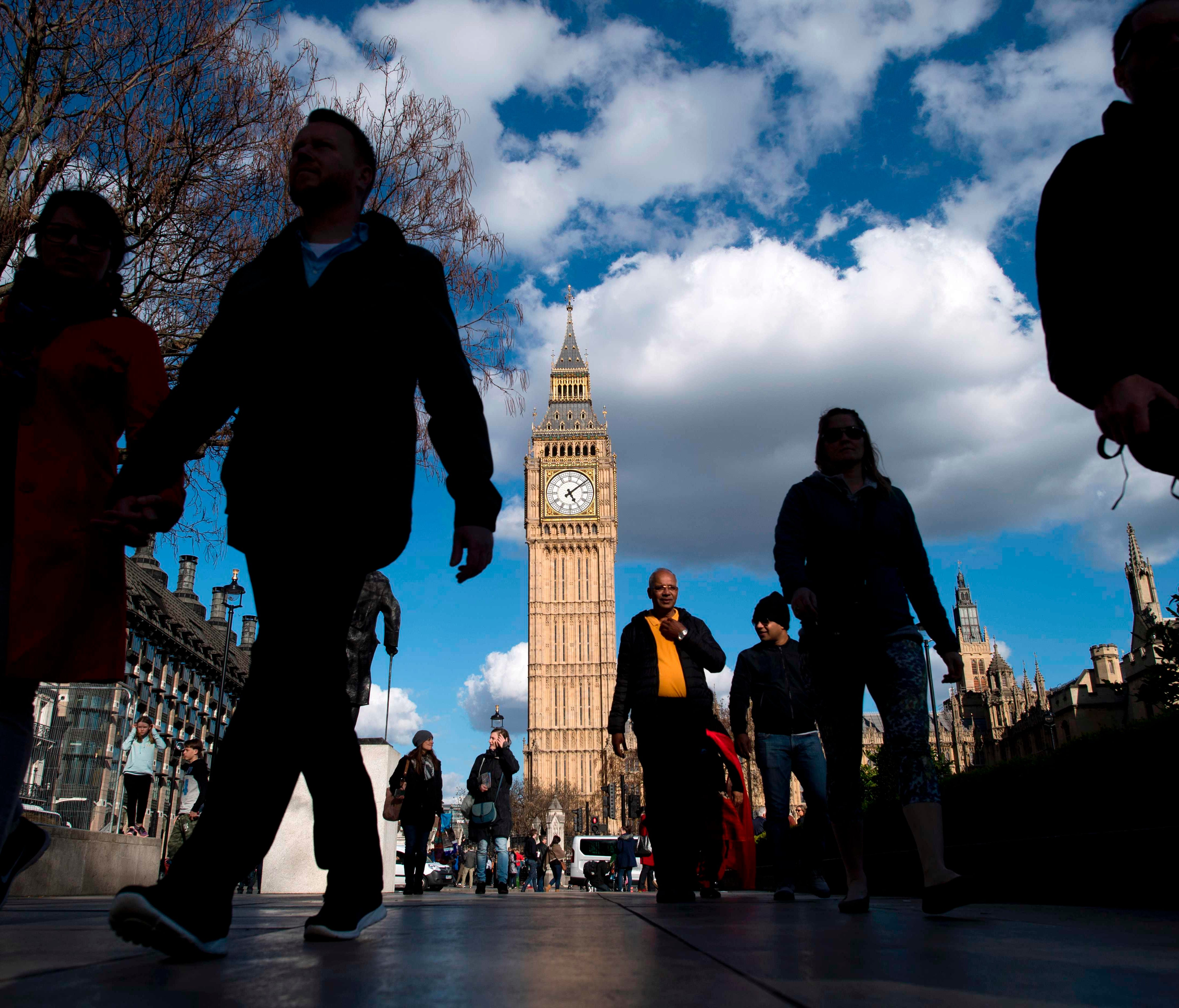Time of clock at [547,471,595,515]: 5:08
